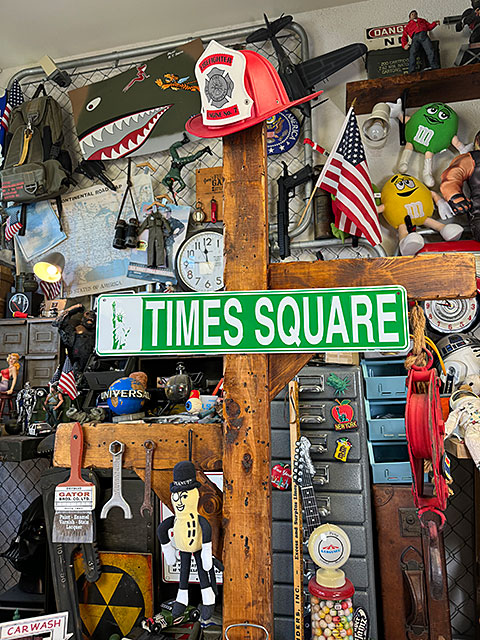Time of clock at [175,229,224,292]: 11:45
